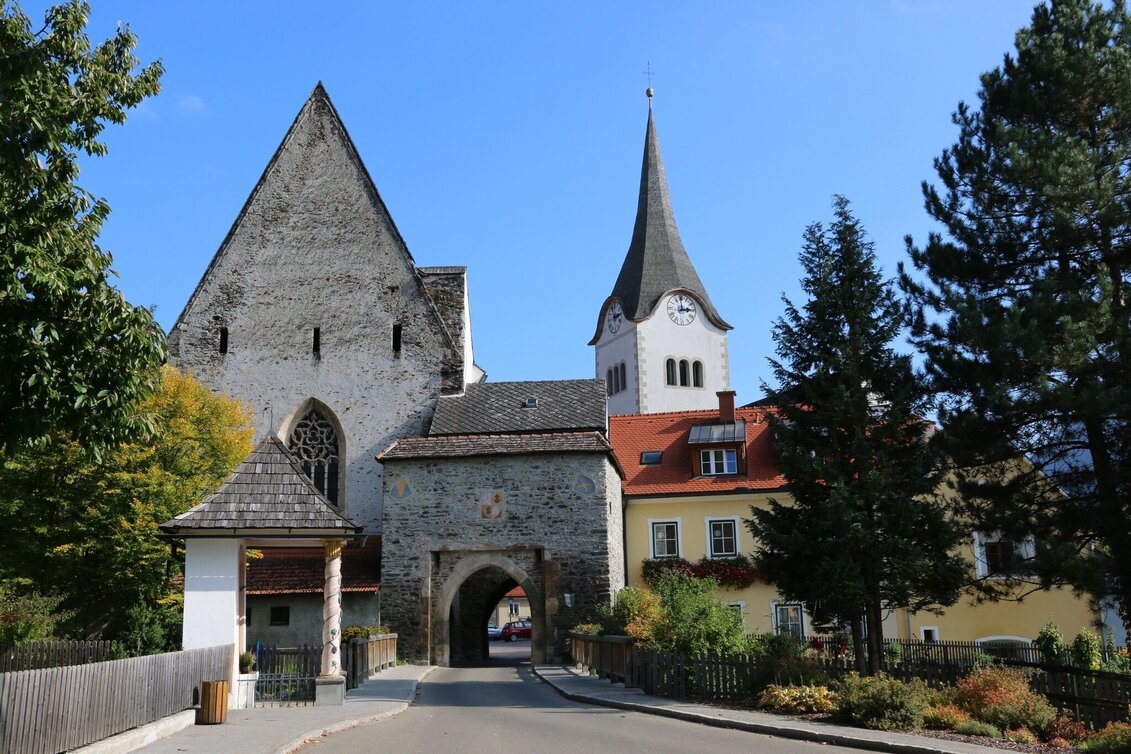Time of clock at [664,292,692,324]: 2:59
